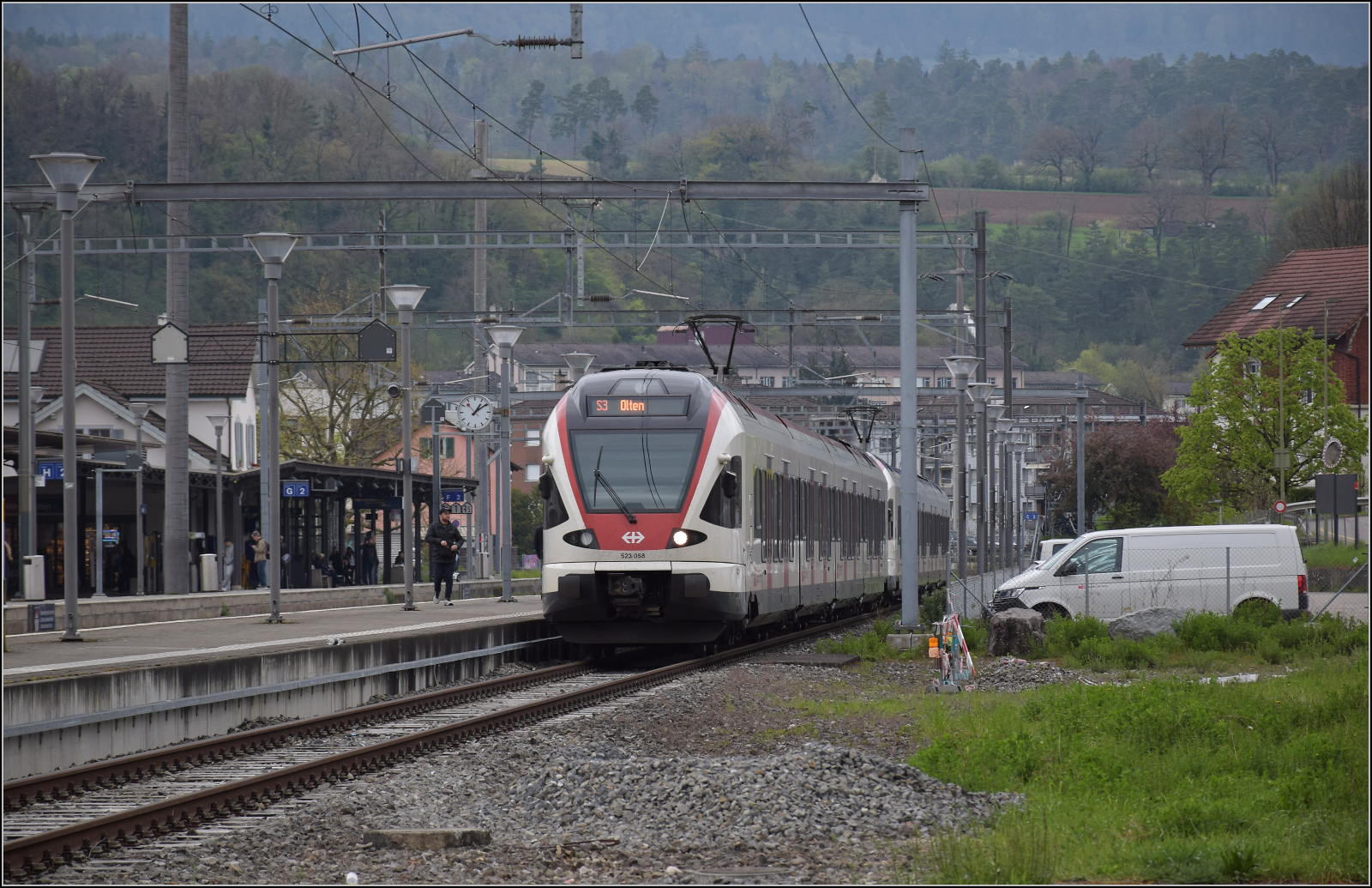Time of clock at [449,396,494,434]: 1:09
